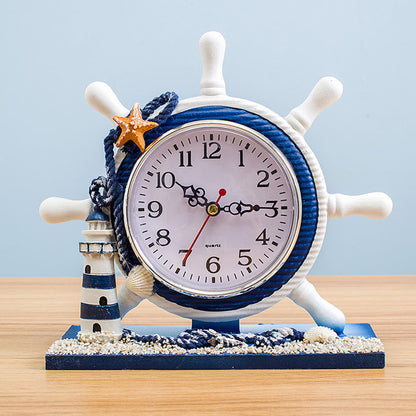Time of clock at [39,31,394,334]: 10:14
